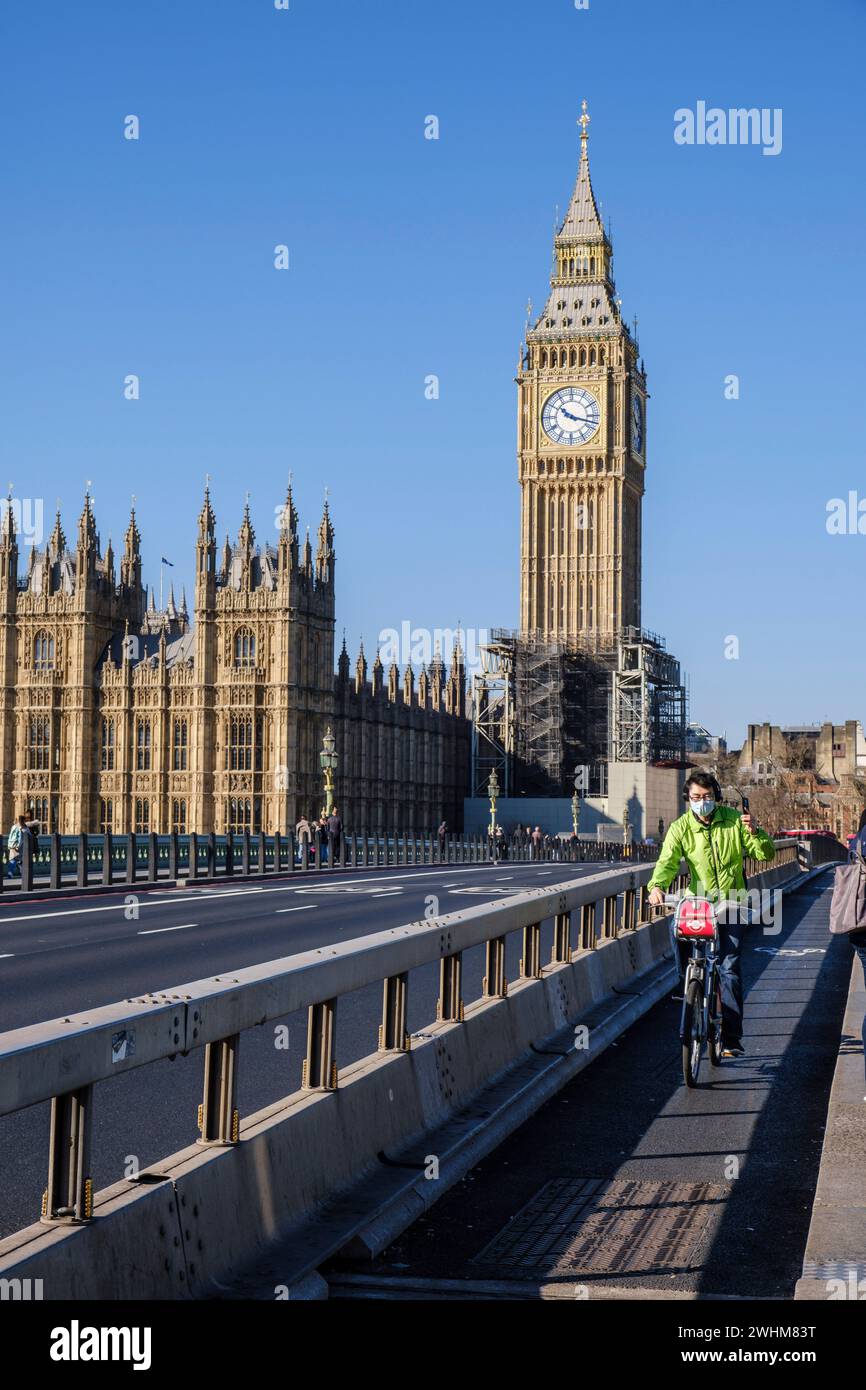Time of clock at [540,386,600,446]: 10:17
